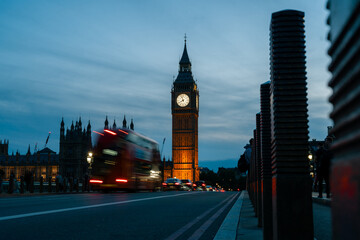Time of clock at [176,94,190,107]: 7:57
